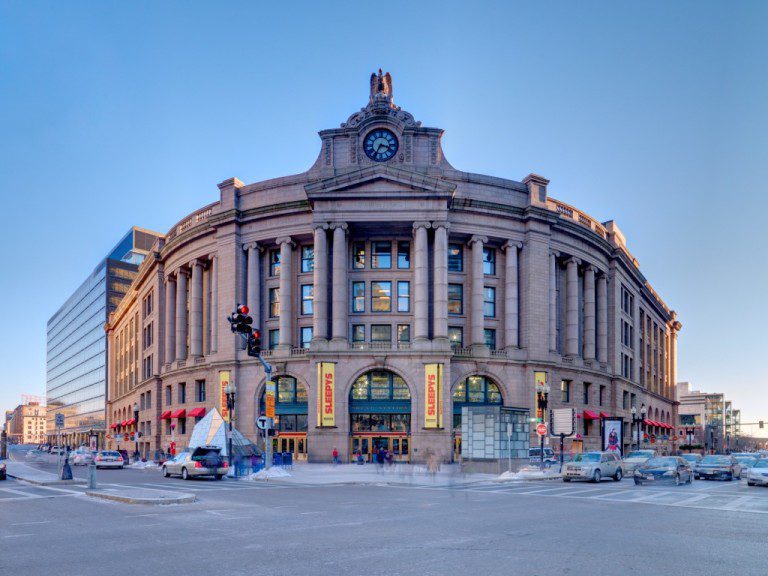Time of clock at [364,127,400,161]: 3:34
